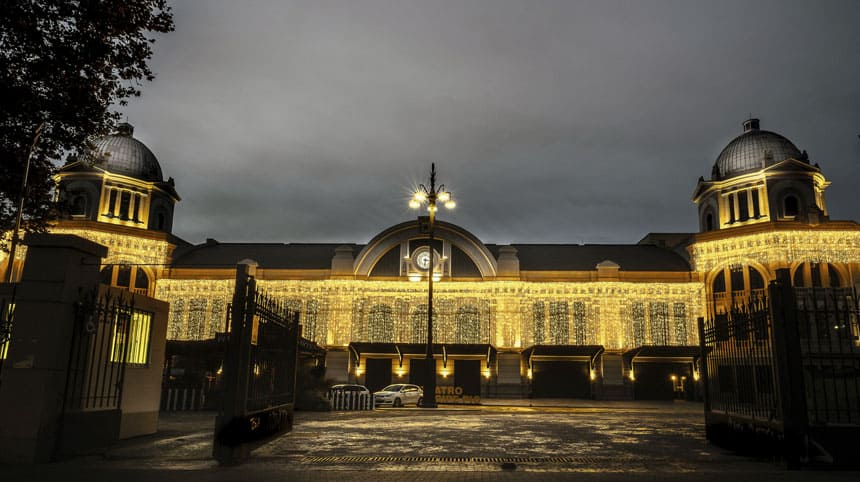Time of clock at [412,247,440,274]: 6:15
